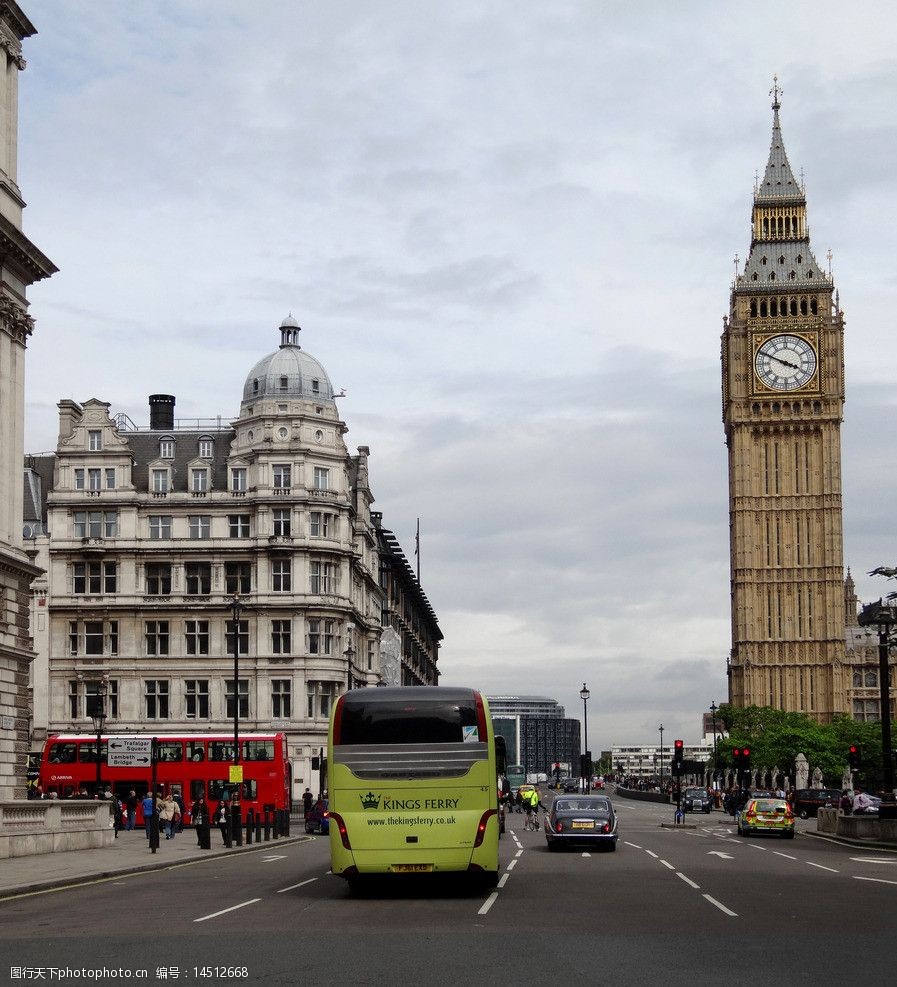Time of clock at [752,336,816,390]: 3:48
